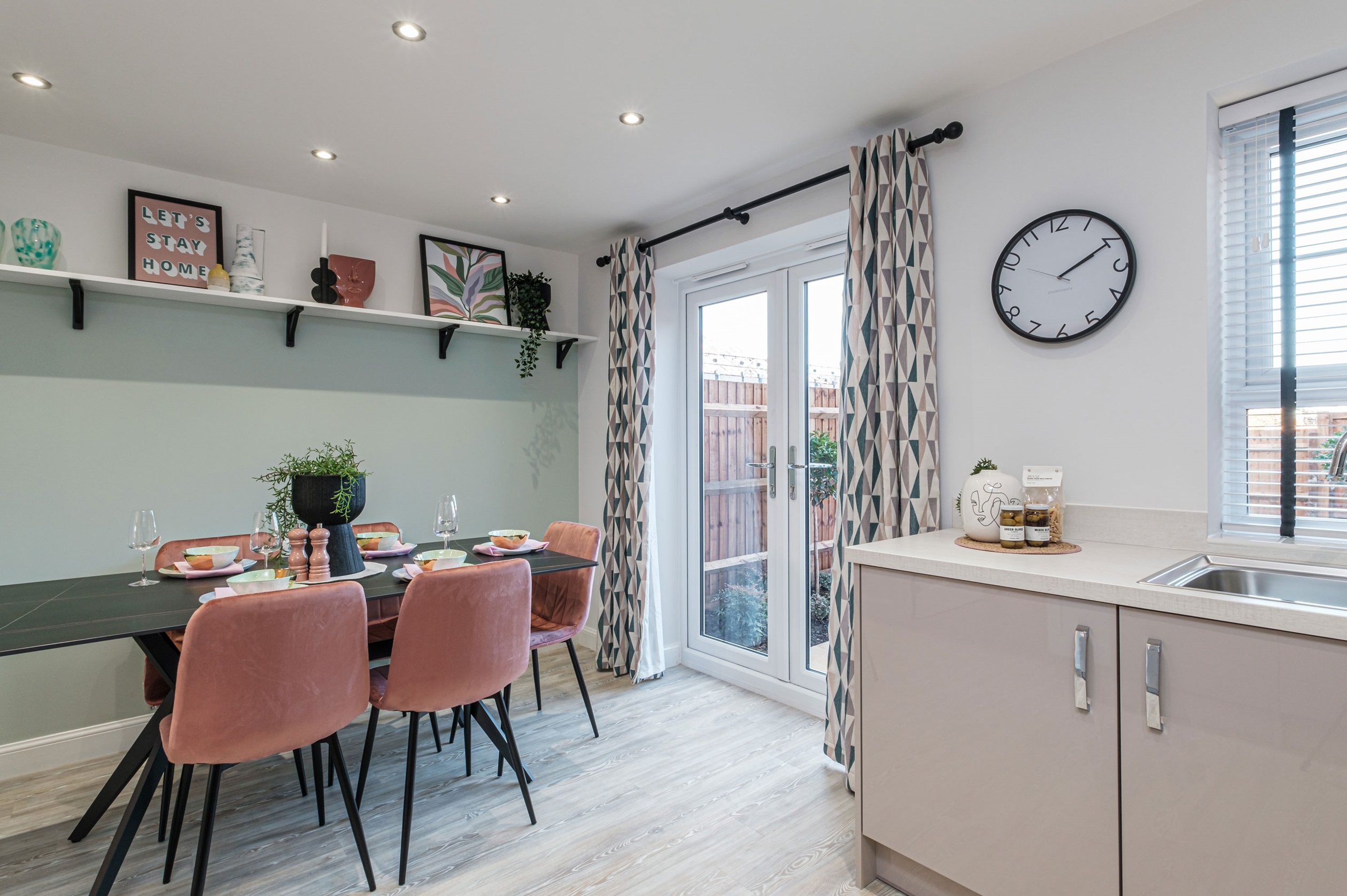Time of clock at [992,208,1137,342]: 2:10
